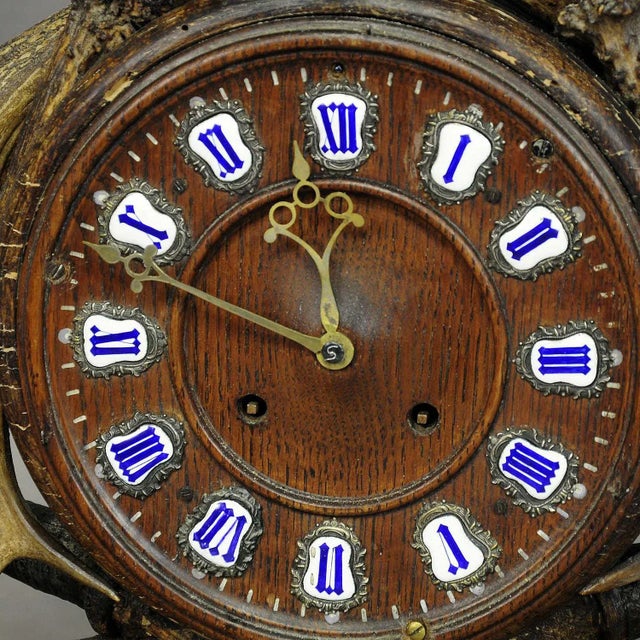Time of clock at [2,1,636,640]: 11:48
